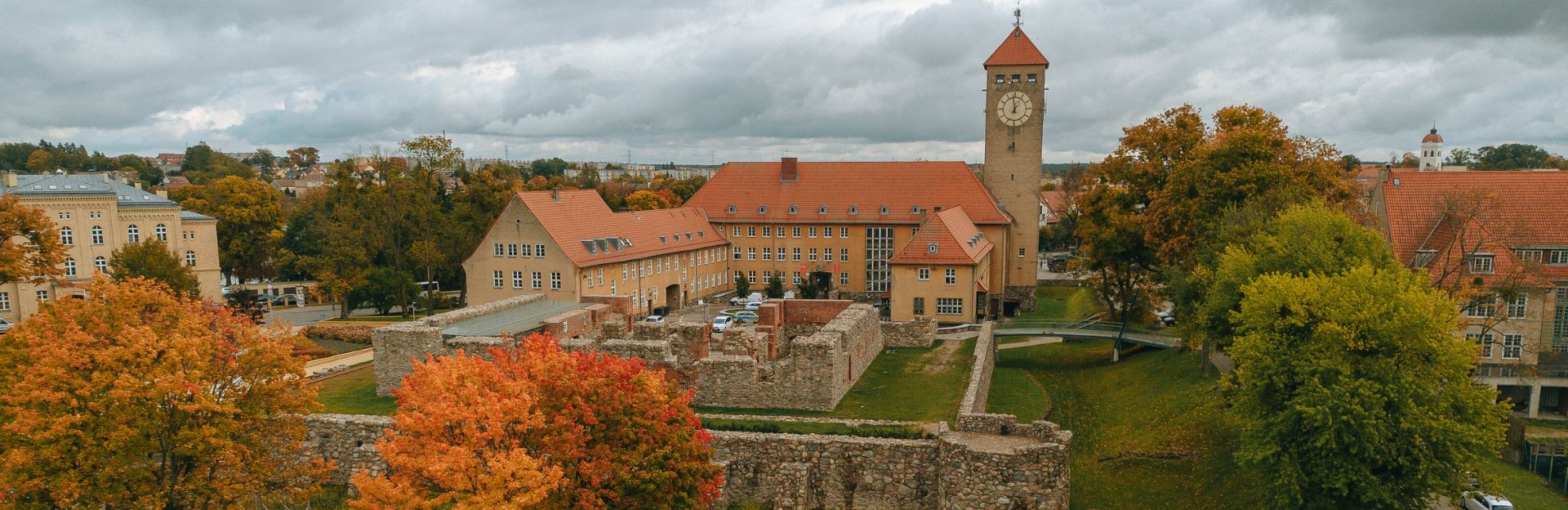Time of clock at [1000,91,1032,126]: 6:58
